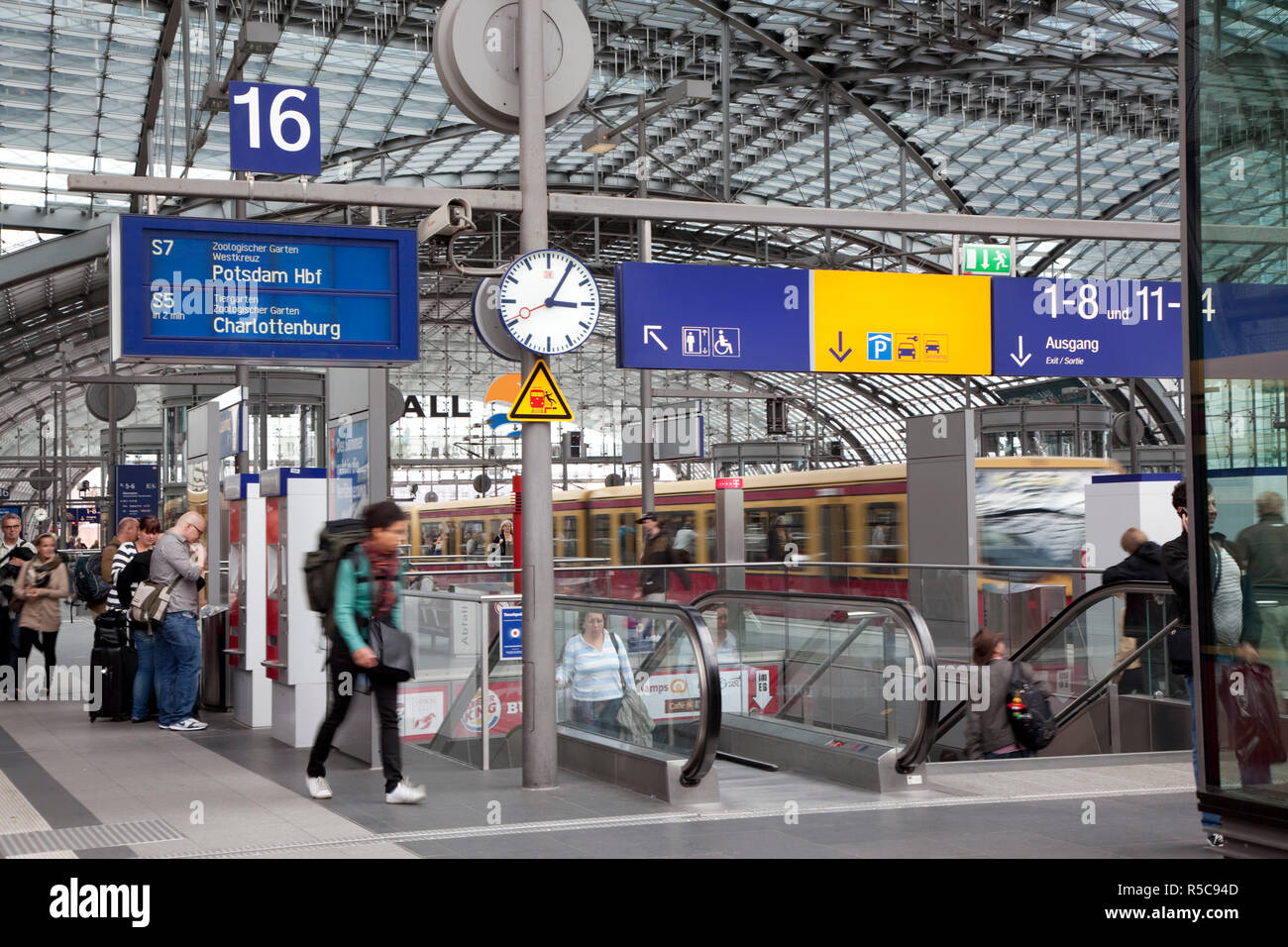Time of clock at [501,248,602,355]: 3:05
